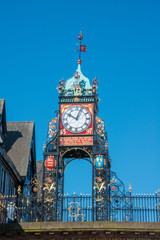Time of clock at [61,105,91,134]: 10:03
